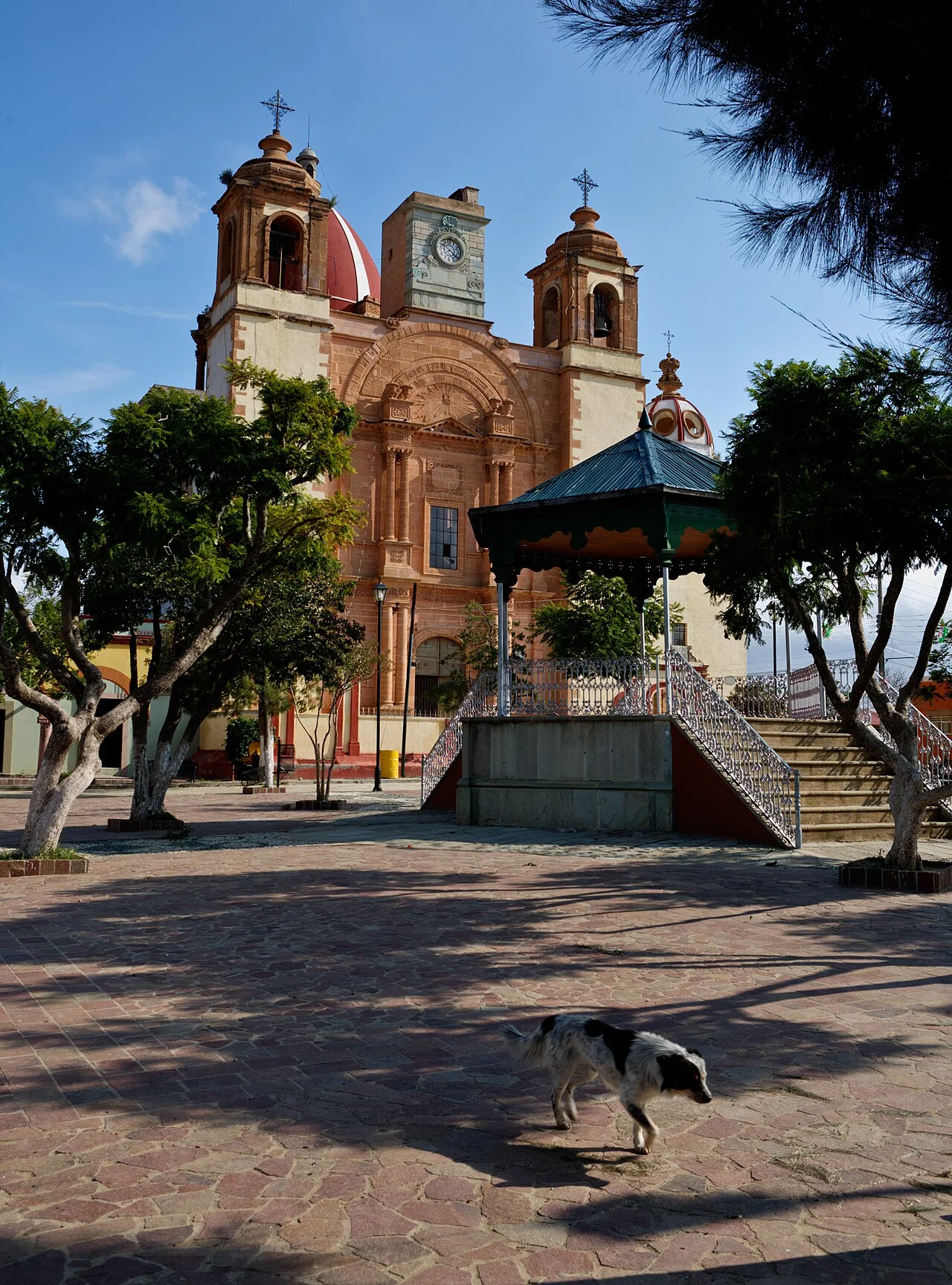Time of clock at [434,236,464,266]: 10:21
